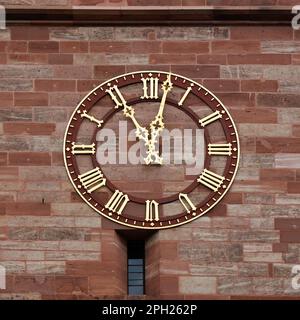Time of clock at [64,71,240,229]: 11:02
